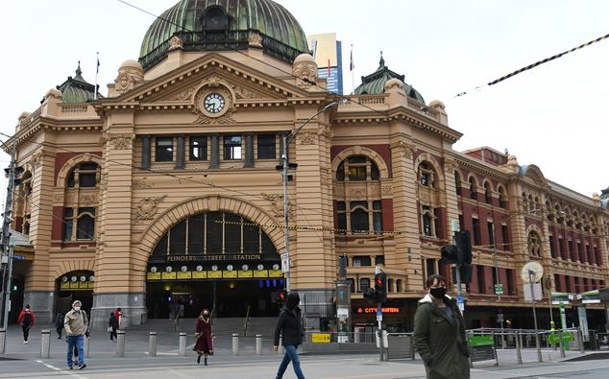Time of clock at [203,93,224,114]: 8:31
